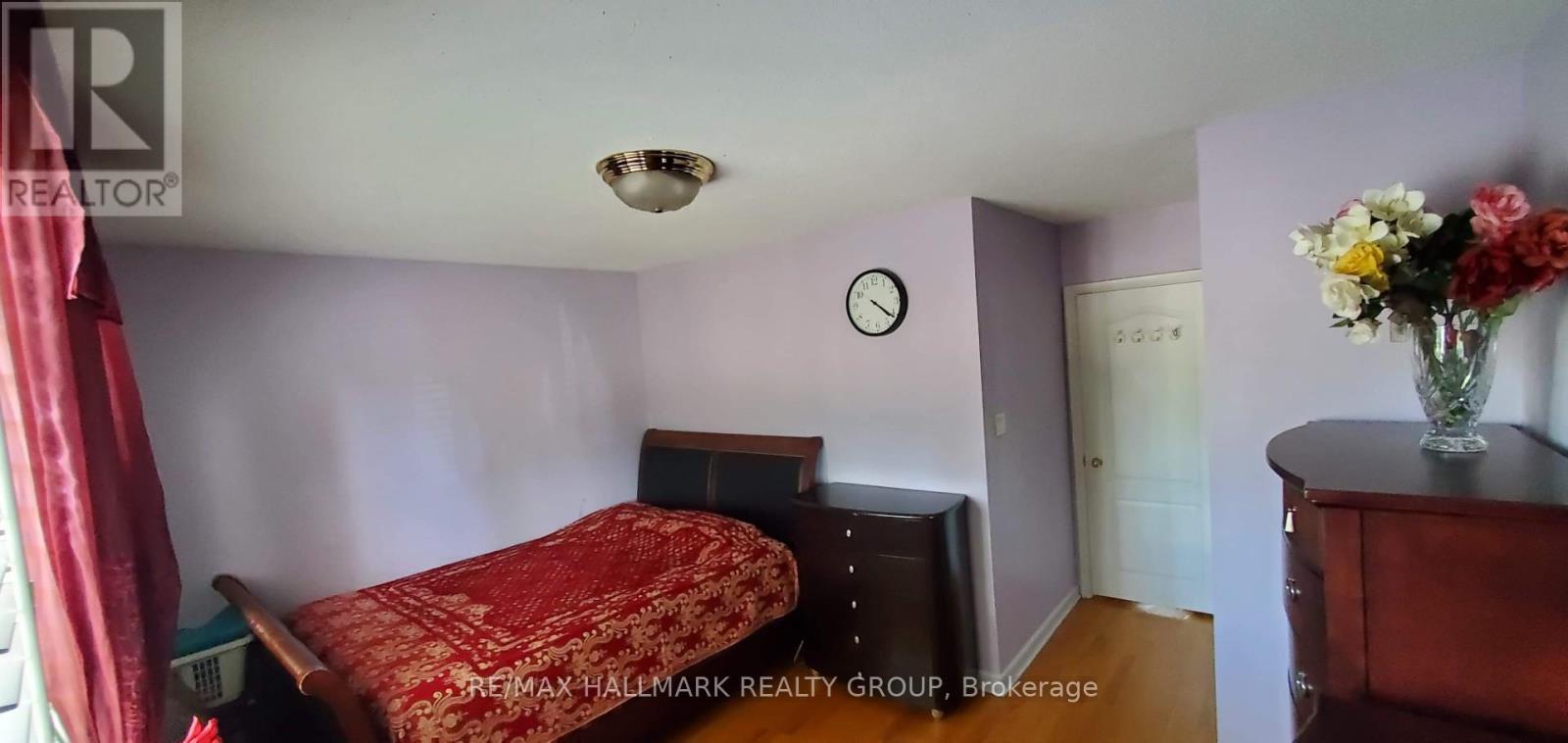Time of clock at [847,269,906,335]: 4:21
